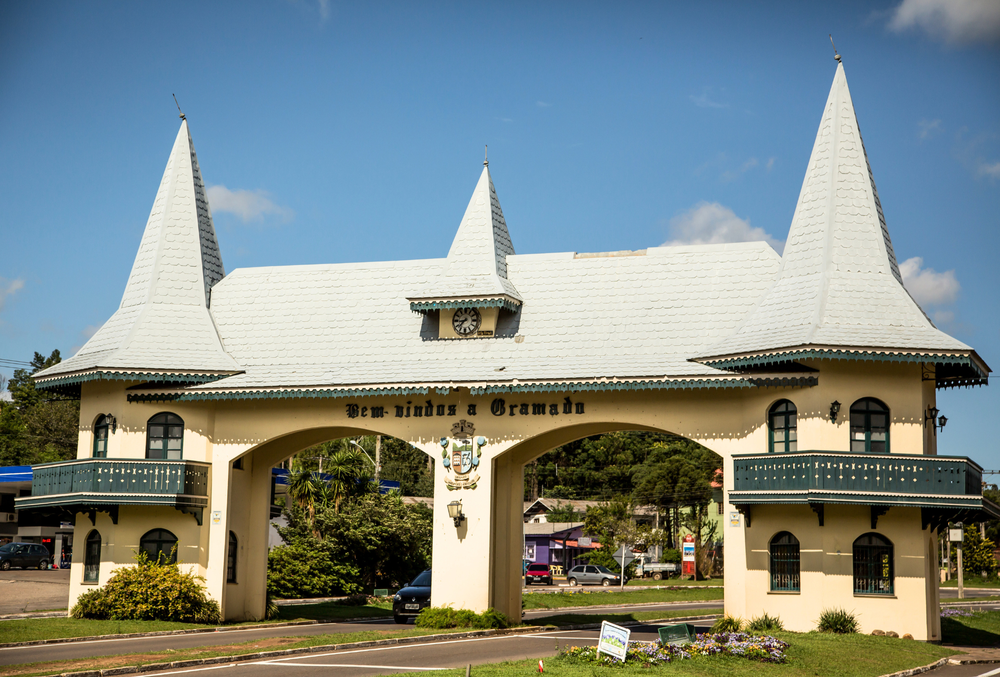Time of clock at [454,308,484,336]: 8:37
